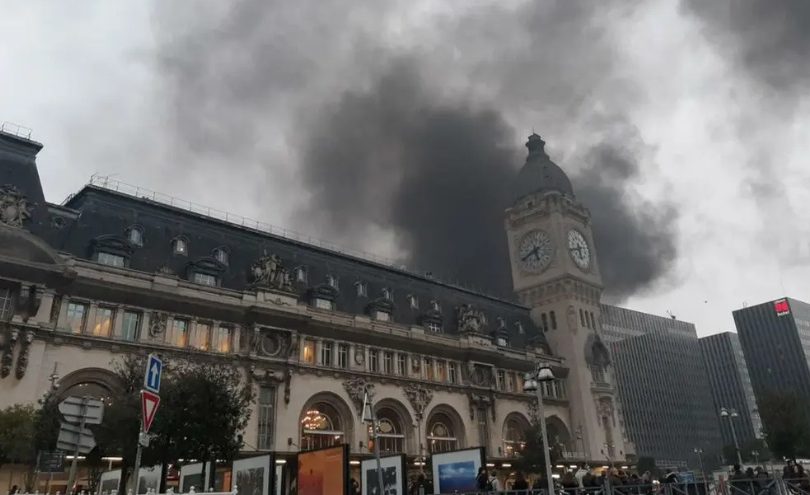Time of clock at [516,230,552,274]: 5:40
